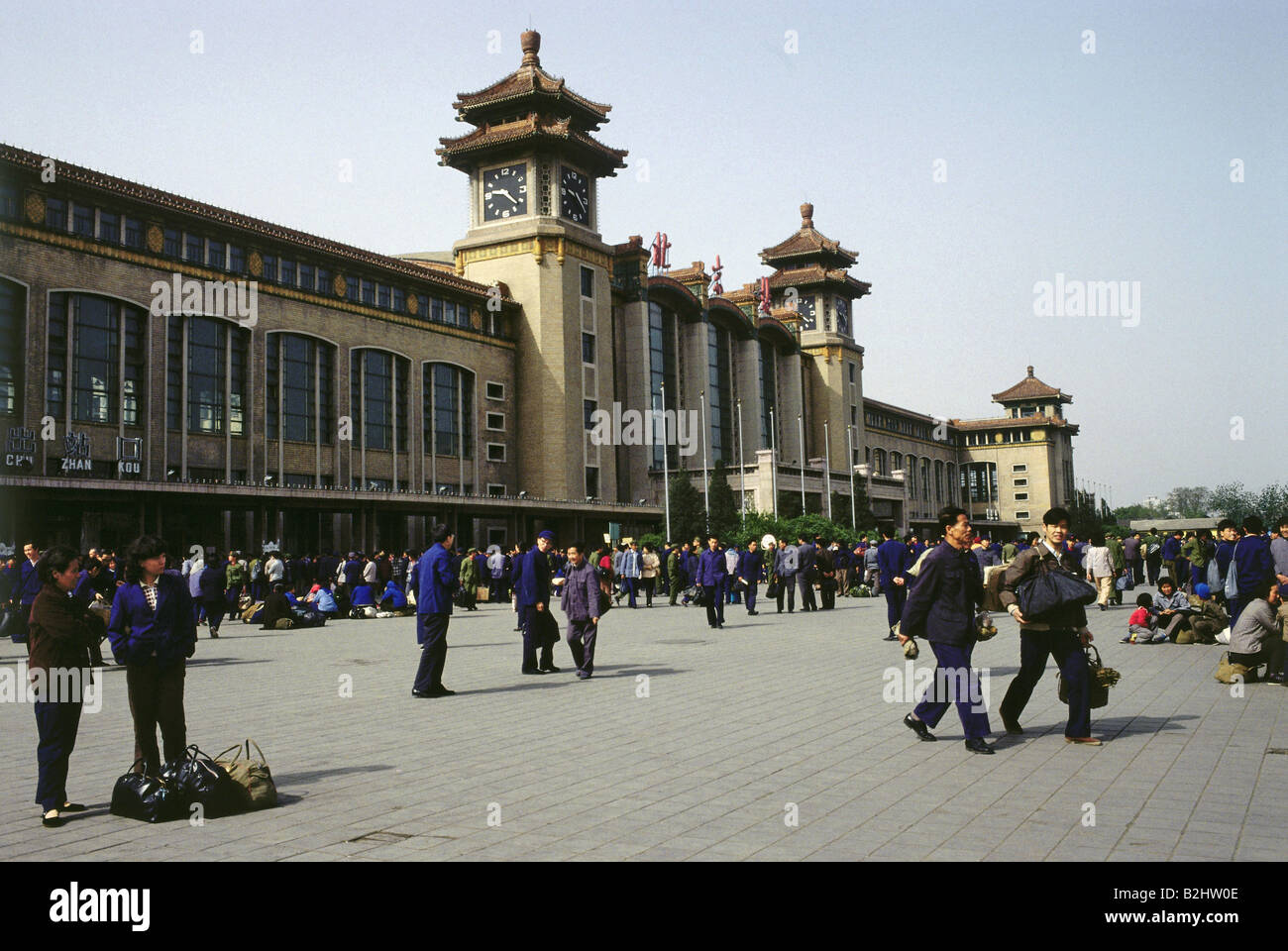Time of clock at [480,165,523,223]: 9:22
